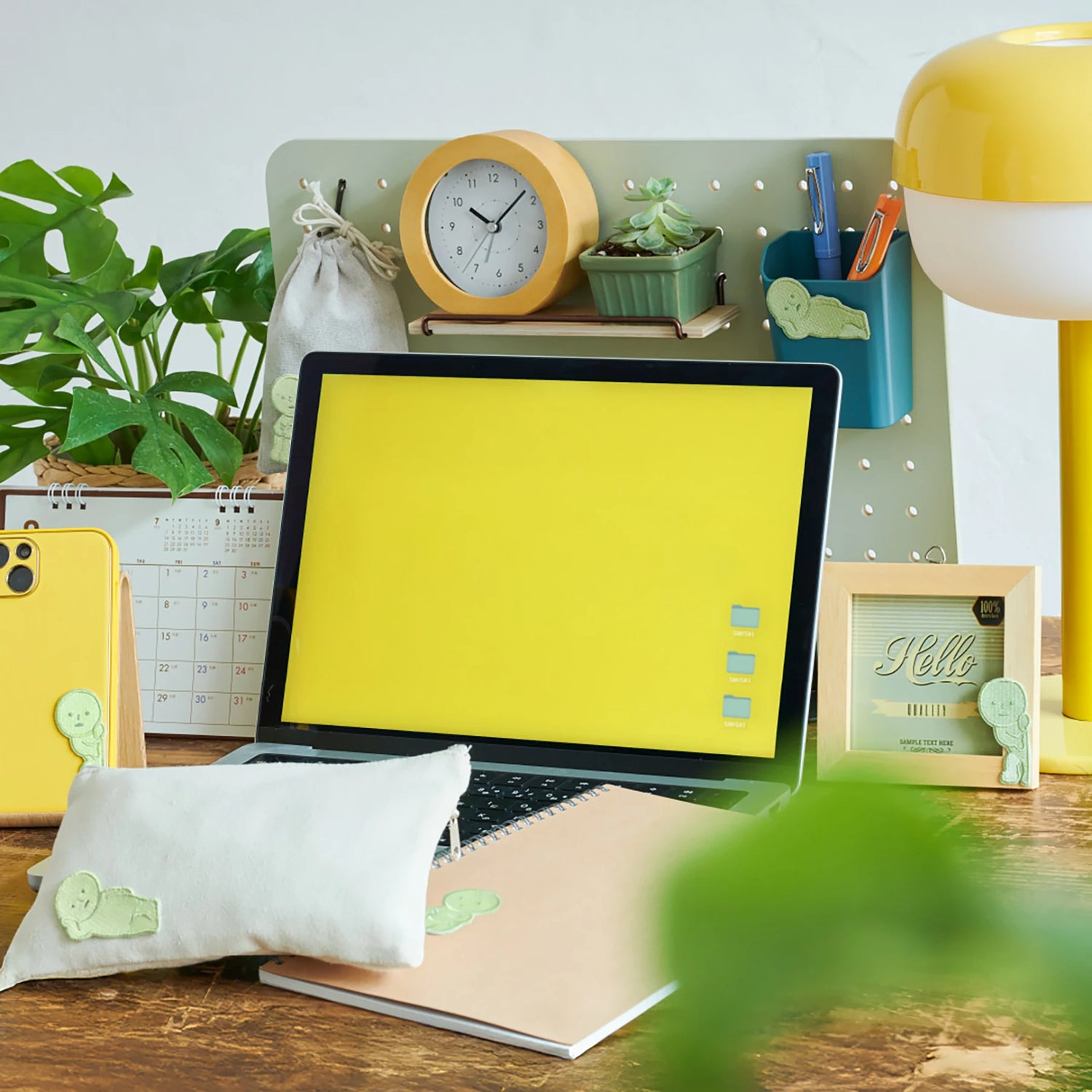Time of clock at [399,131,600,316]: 10:07
